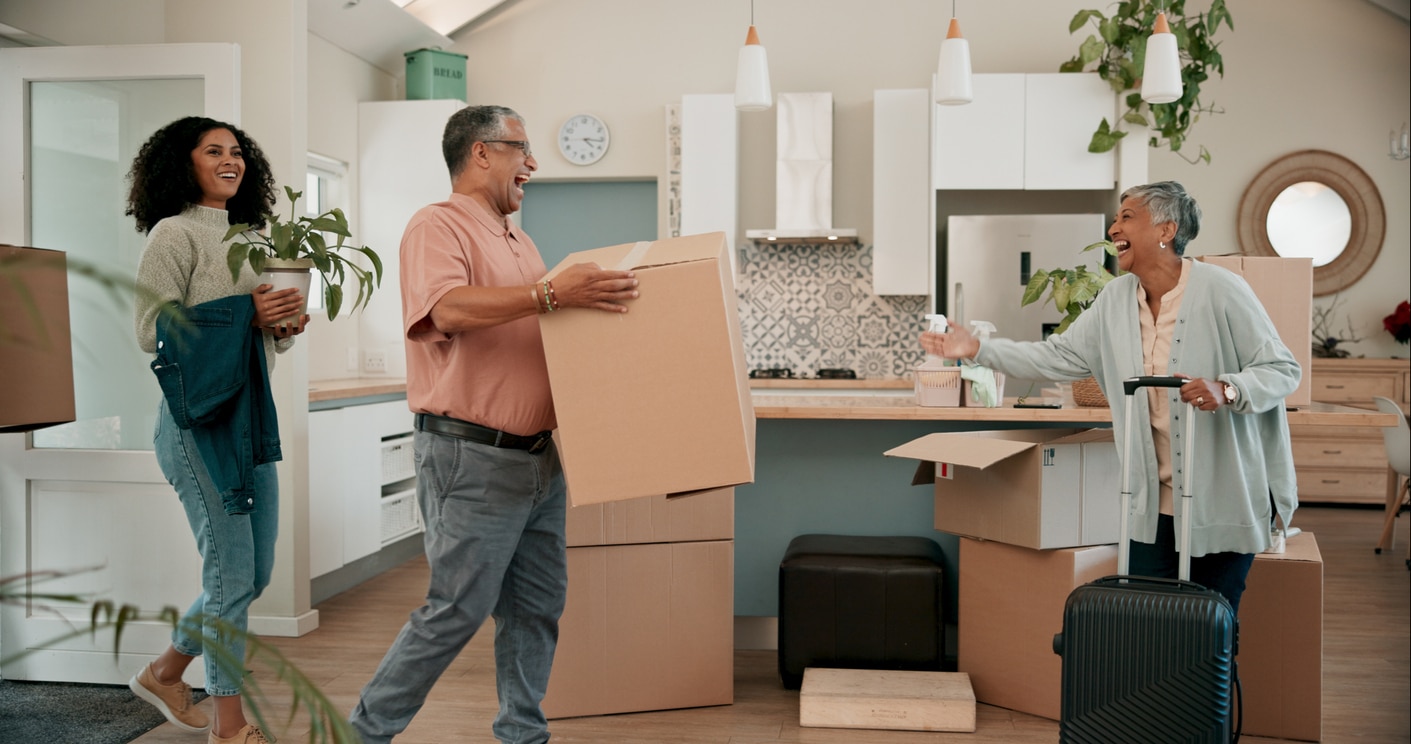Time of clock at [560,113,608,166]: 4:16
